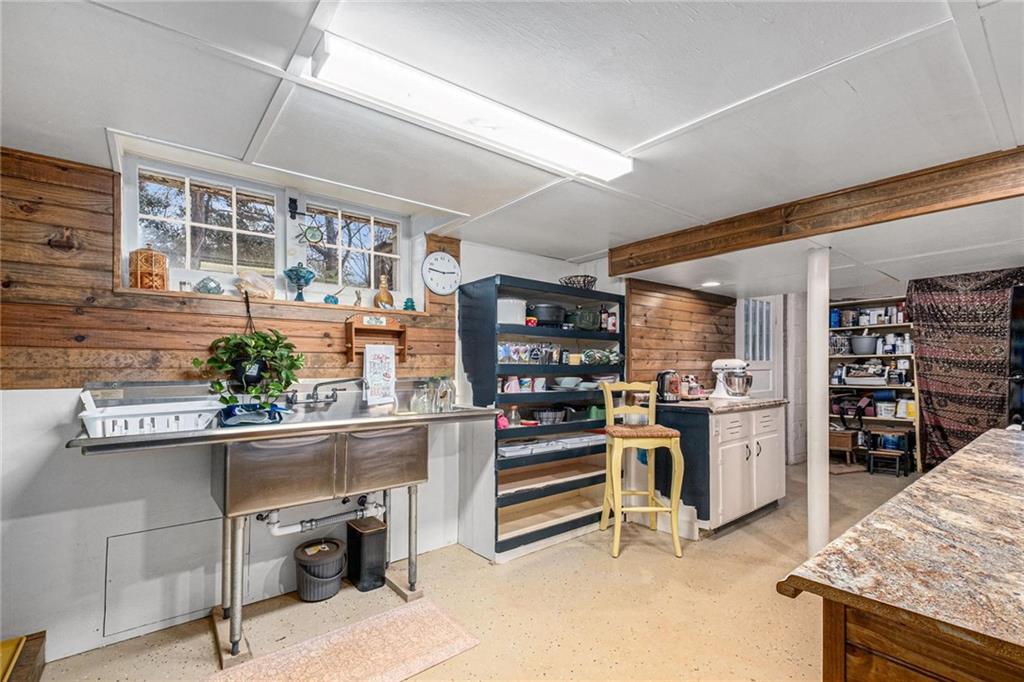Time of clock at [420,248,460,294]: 2:46
